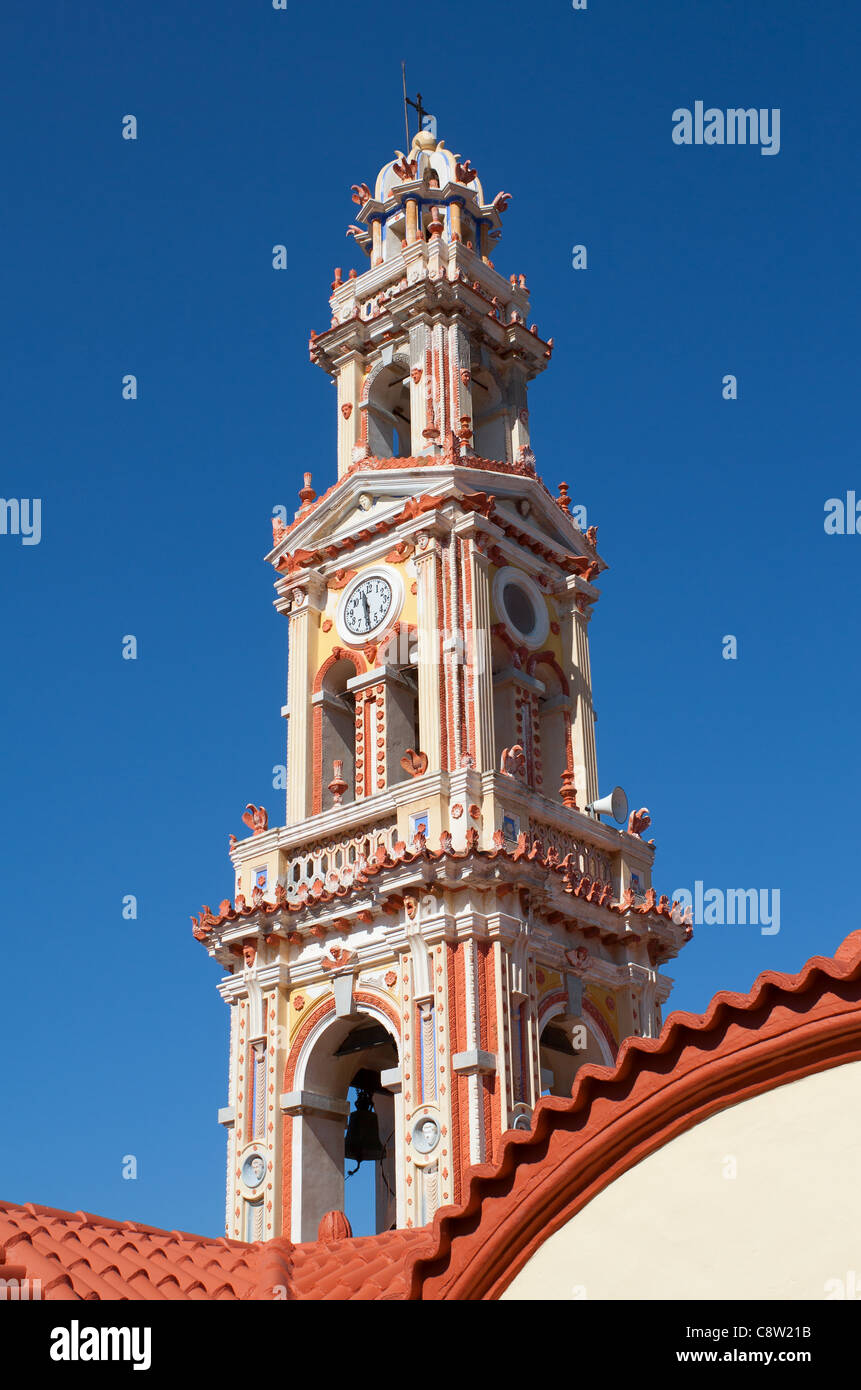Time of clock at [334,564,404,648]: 11:28
